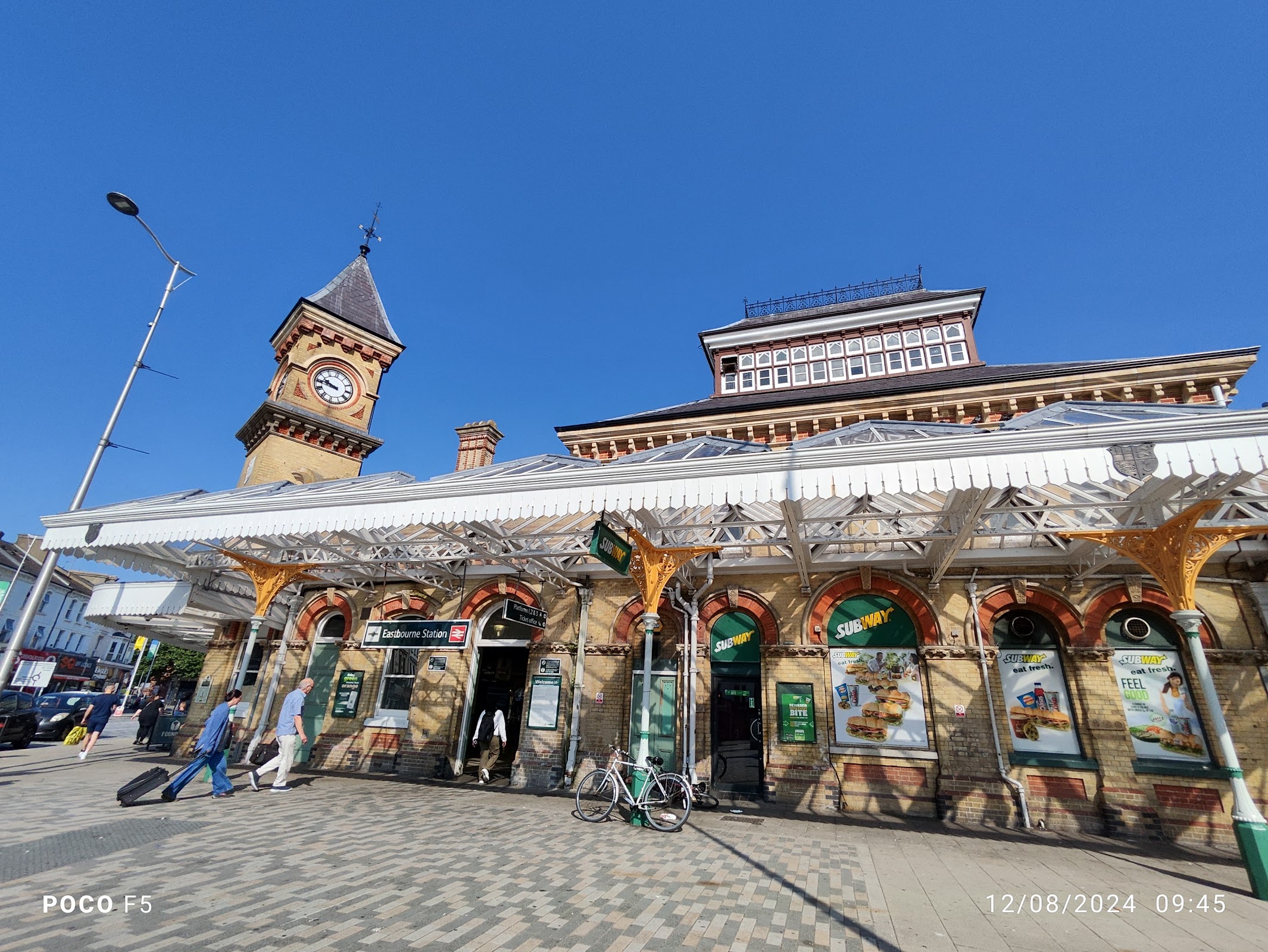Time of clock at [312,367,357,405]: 9:45
